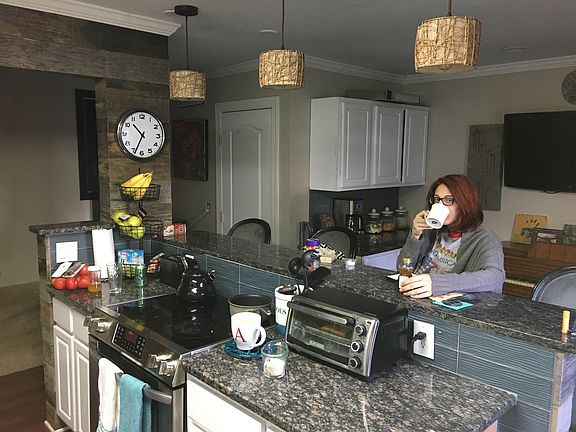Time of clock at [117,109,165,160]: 10:34
